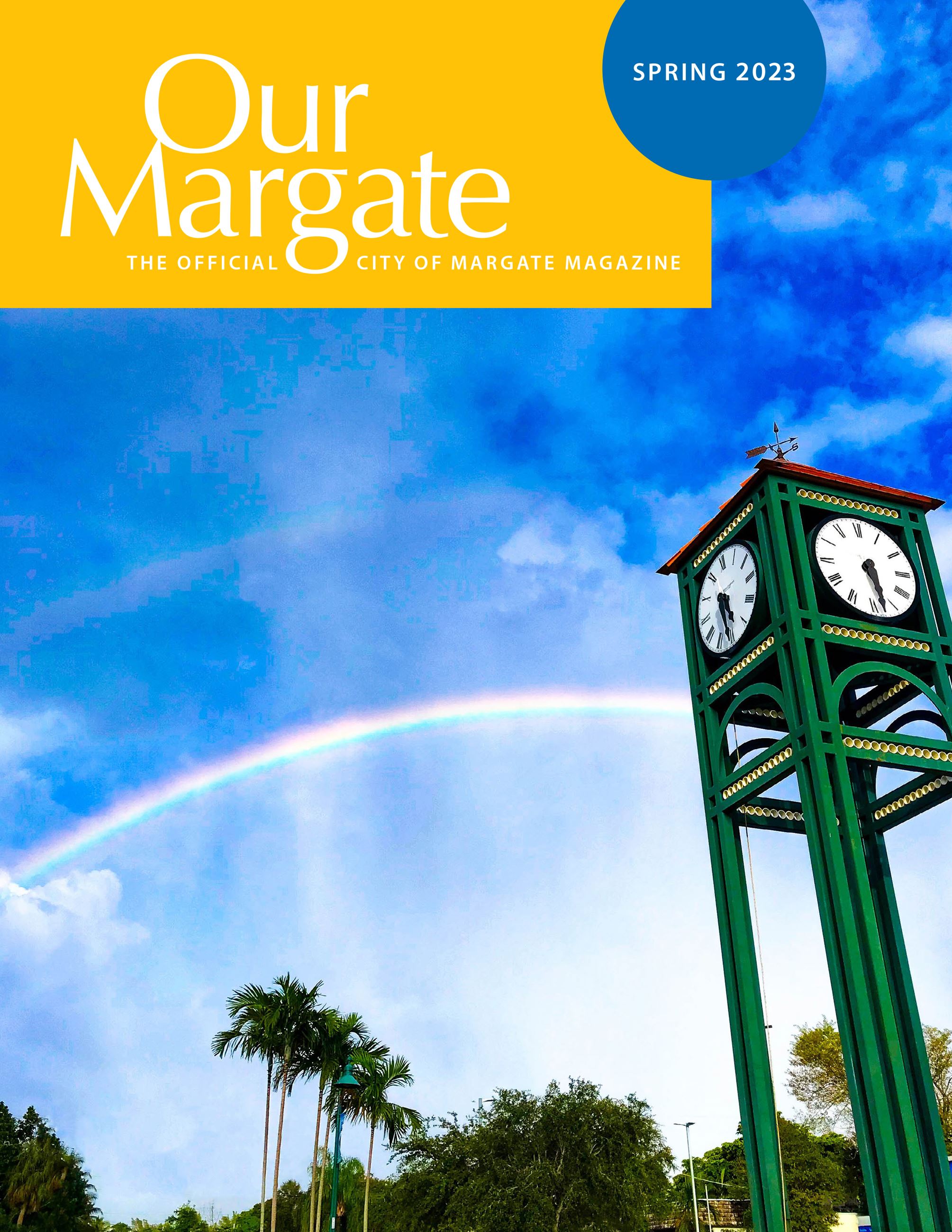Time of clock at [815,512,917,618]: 5:27
